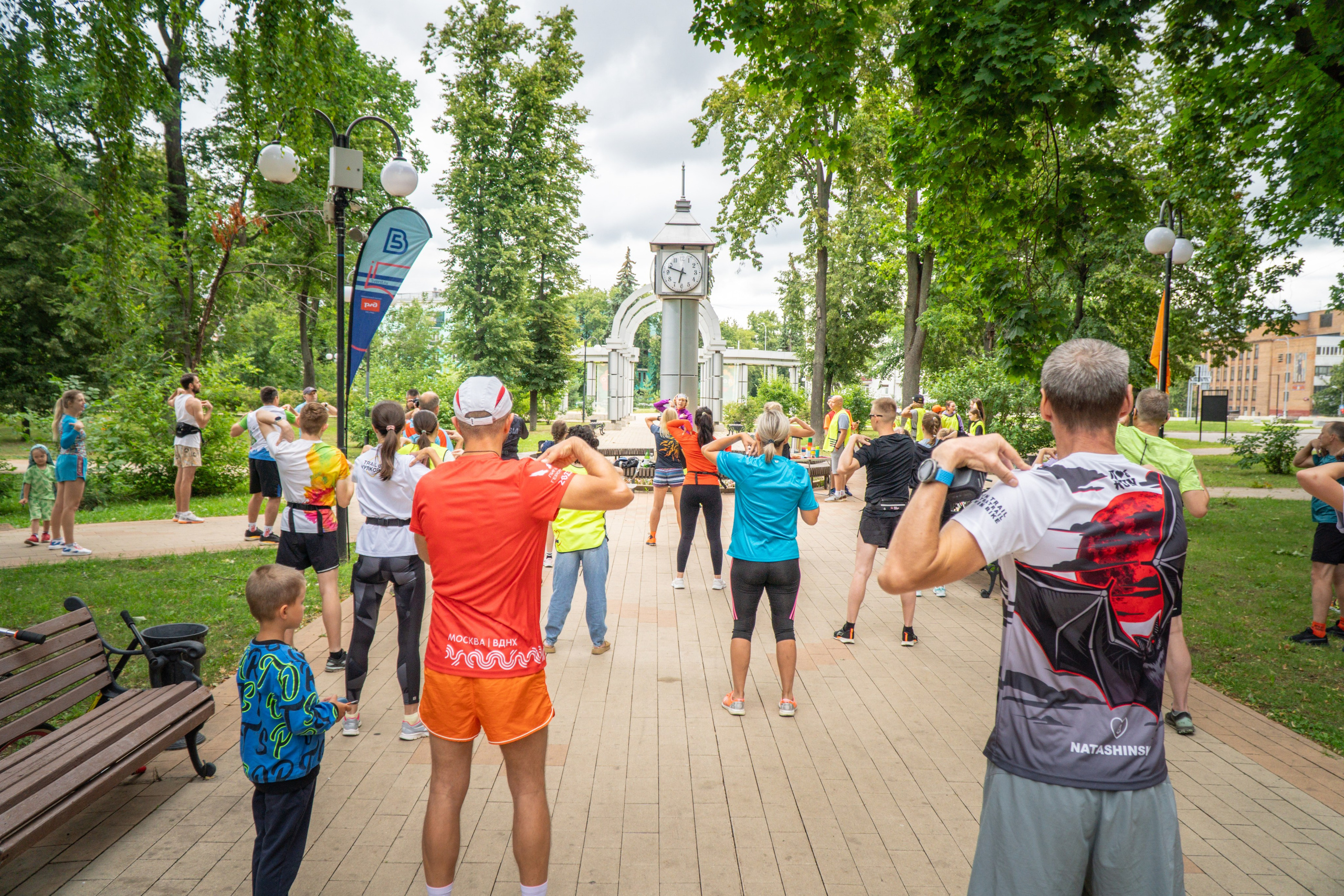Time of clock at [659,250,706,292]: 6:48
